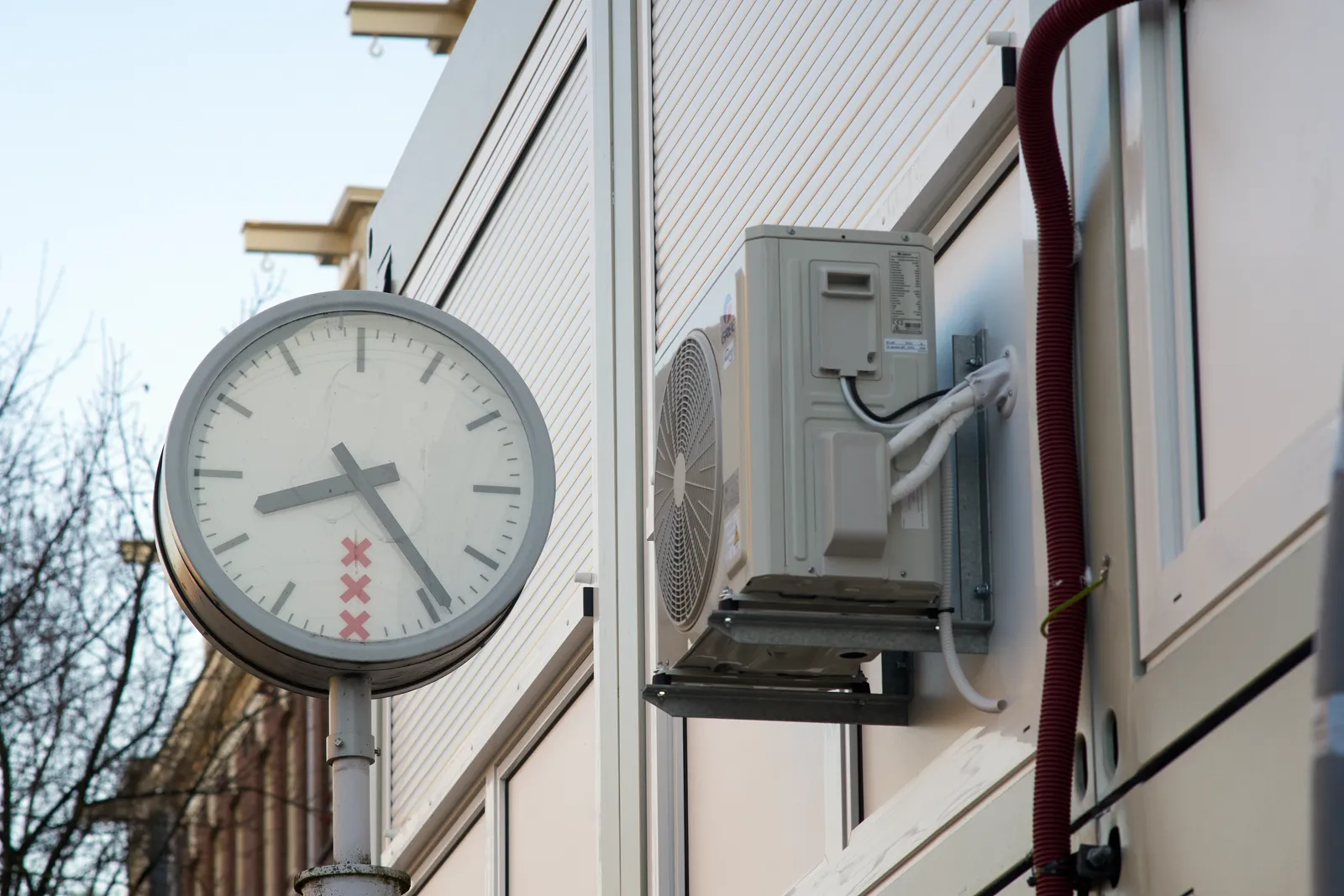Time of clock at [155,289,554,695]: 8:24
